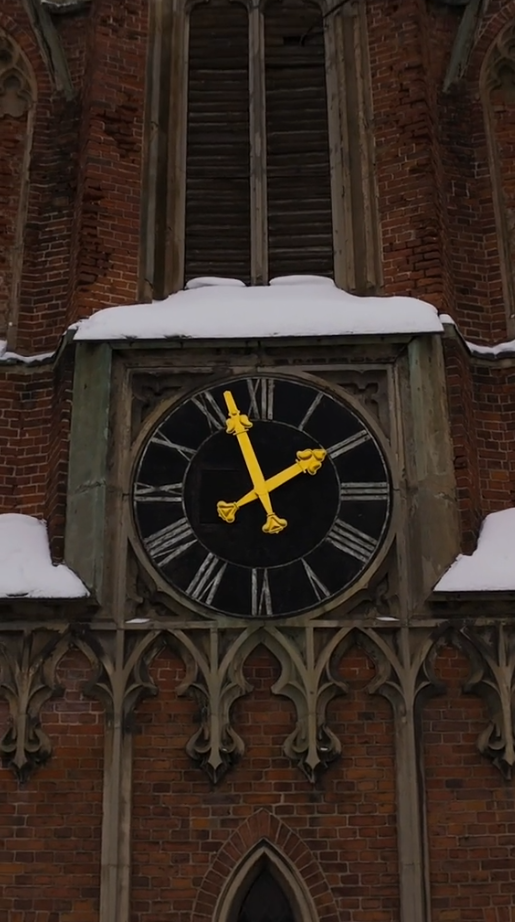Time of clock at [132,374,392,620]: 1:57
